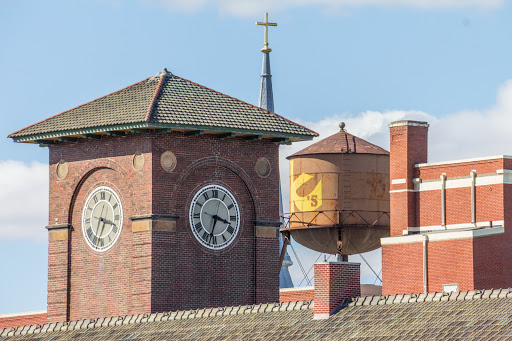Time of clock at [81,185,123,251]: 3:34
